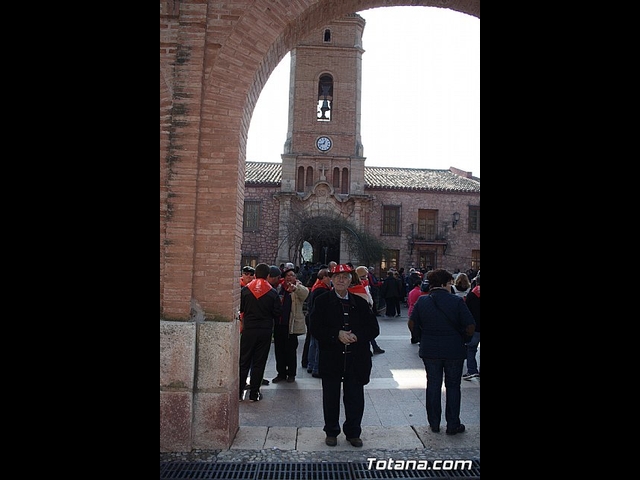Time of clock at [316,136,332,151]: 12:42
